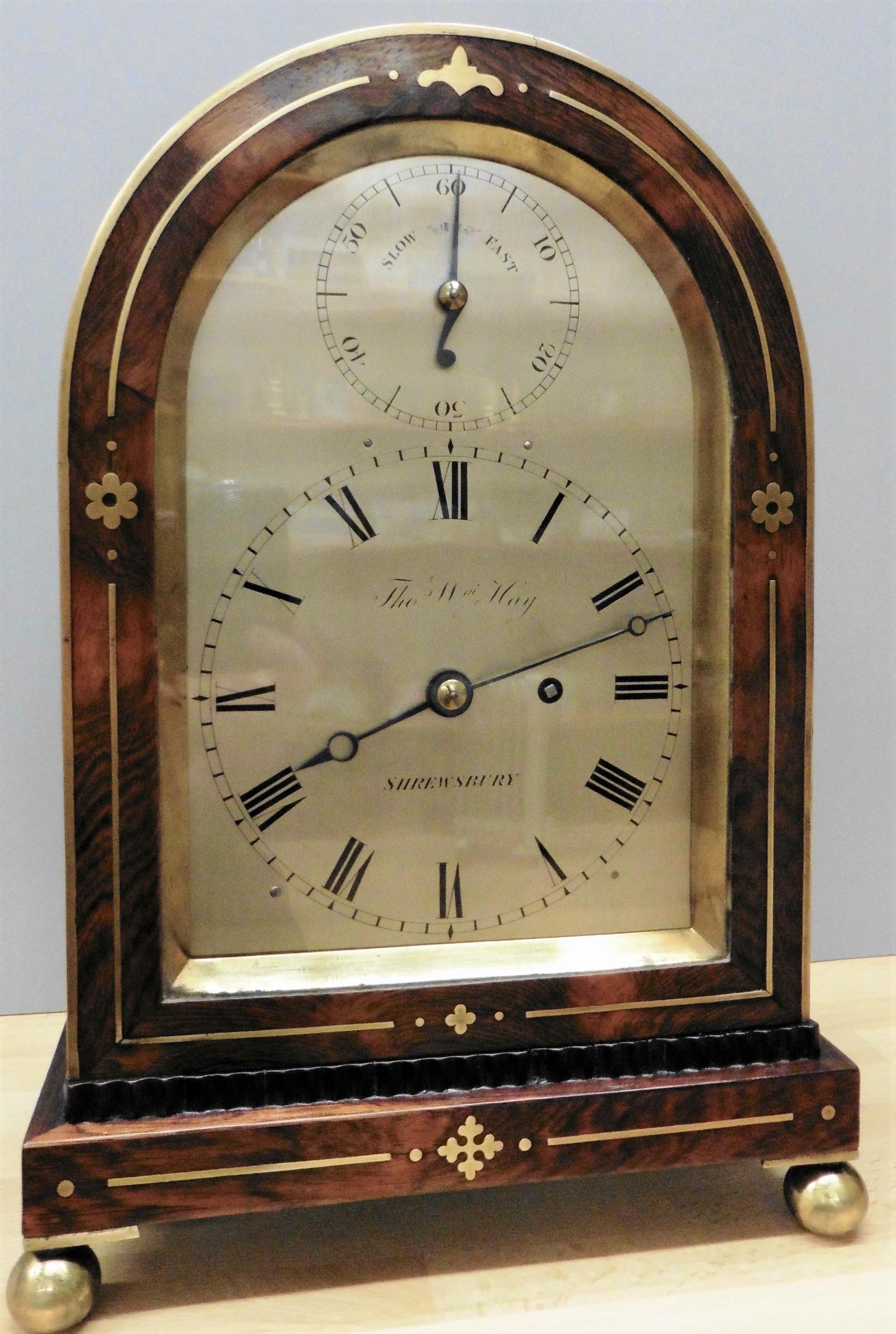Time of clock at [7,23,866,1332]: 2:40
